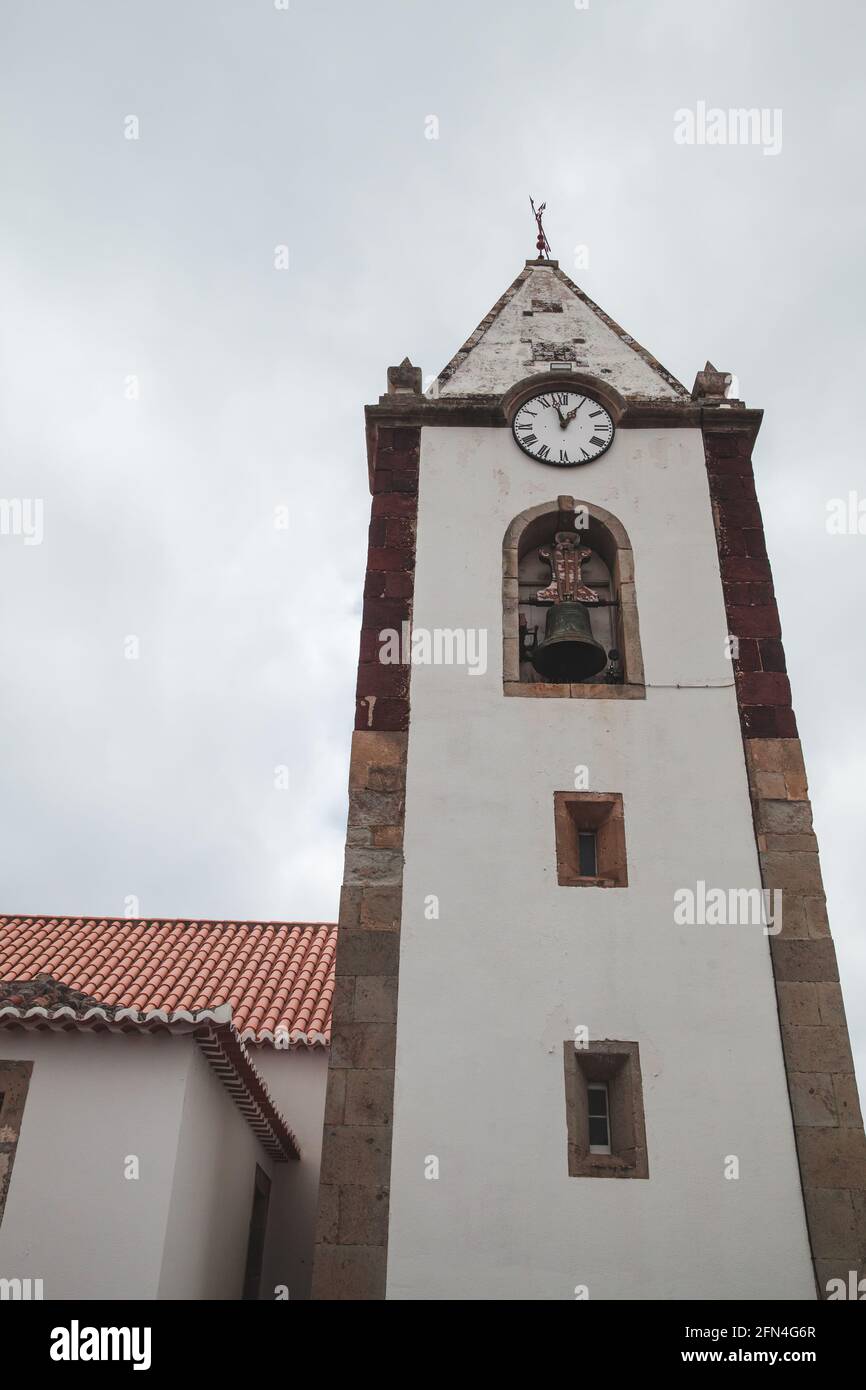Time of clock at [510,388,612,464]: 12:57
